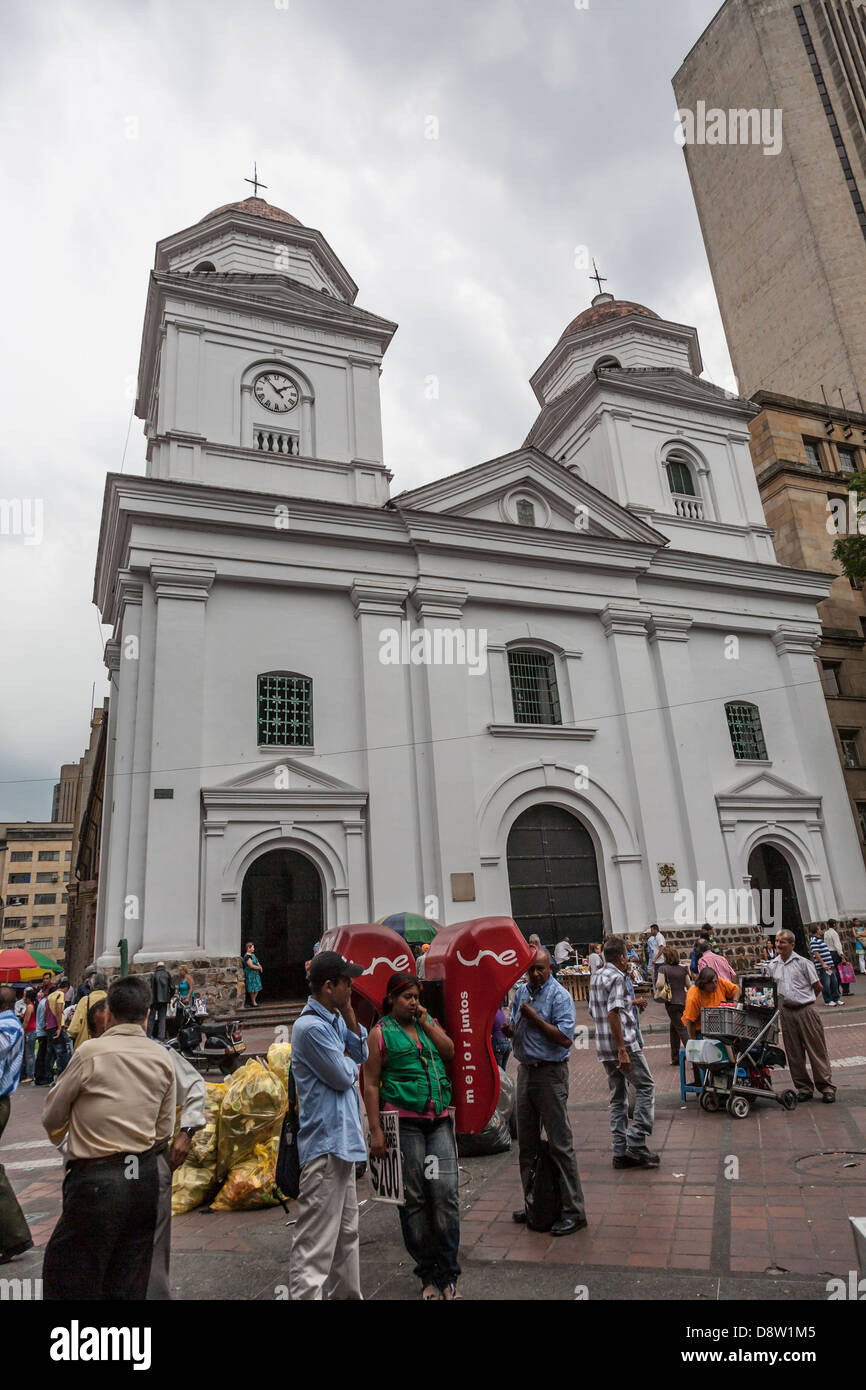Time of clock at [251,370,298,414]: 1:53
